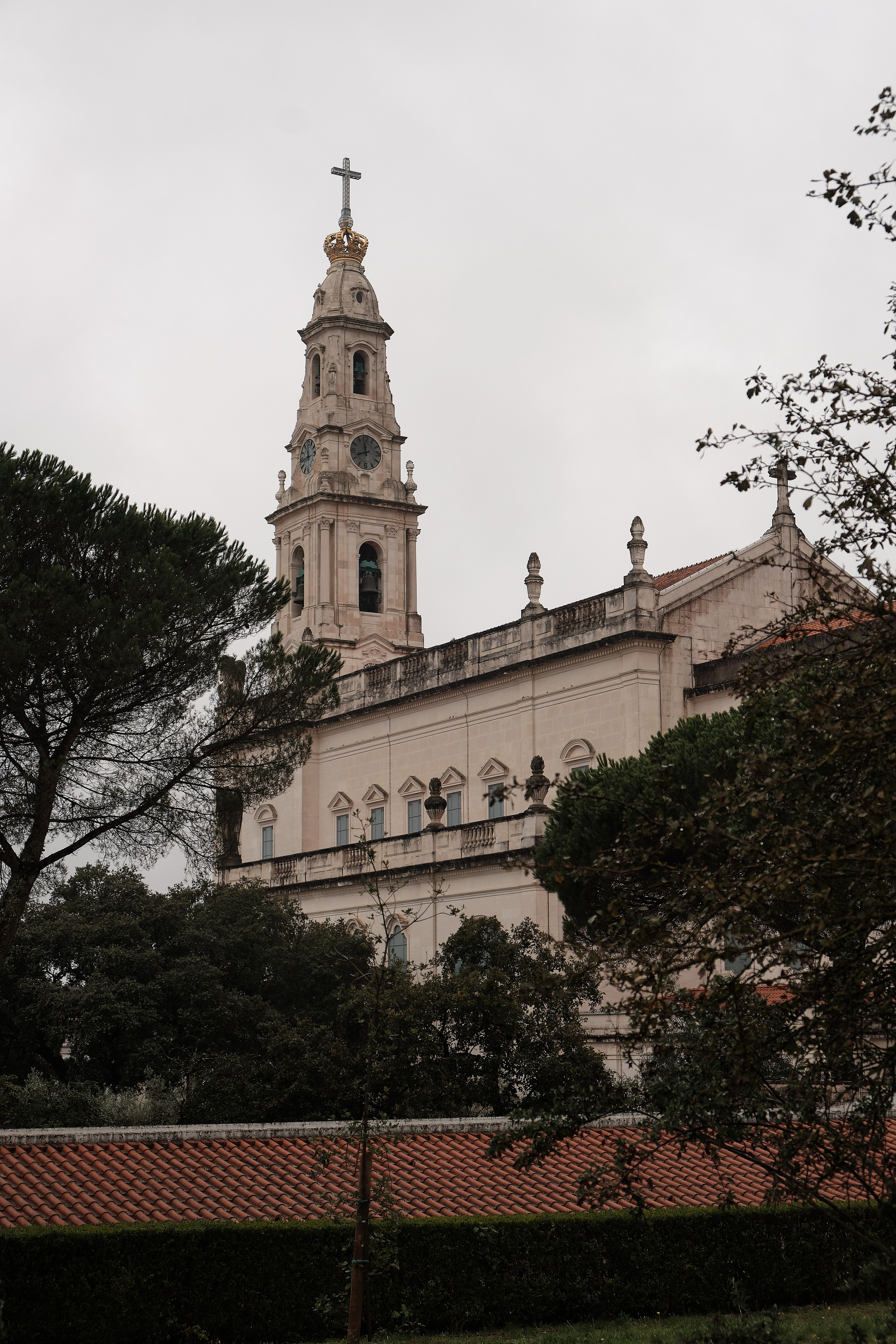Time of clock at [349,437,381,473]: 11:41
